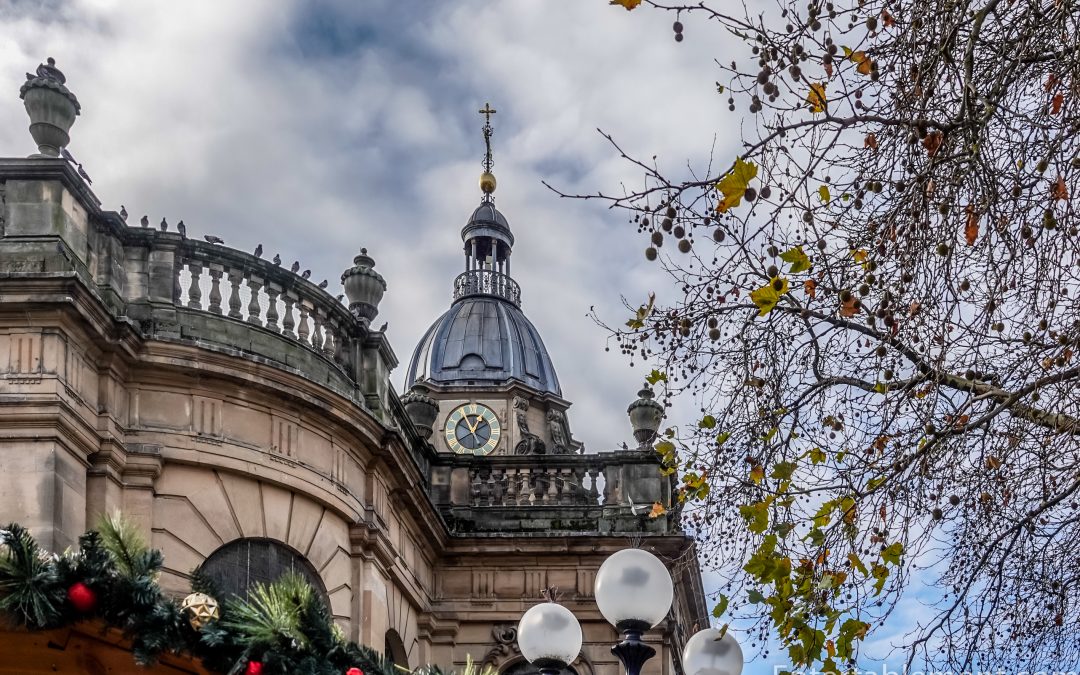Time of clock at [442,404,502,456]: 12:55
